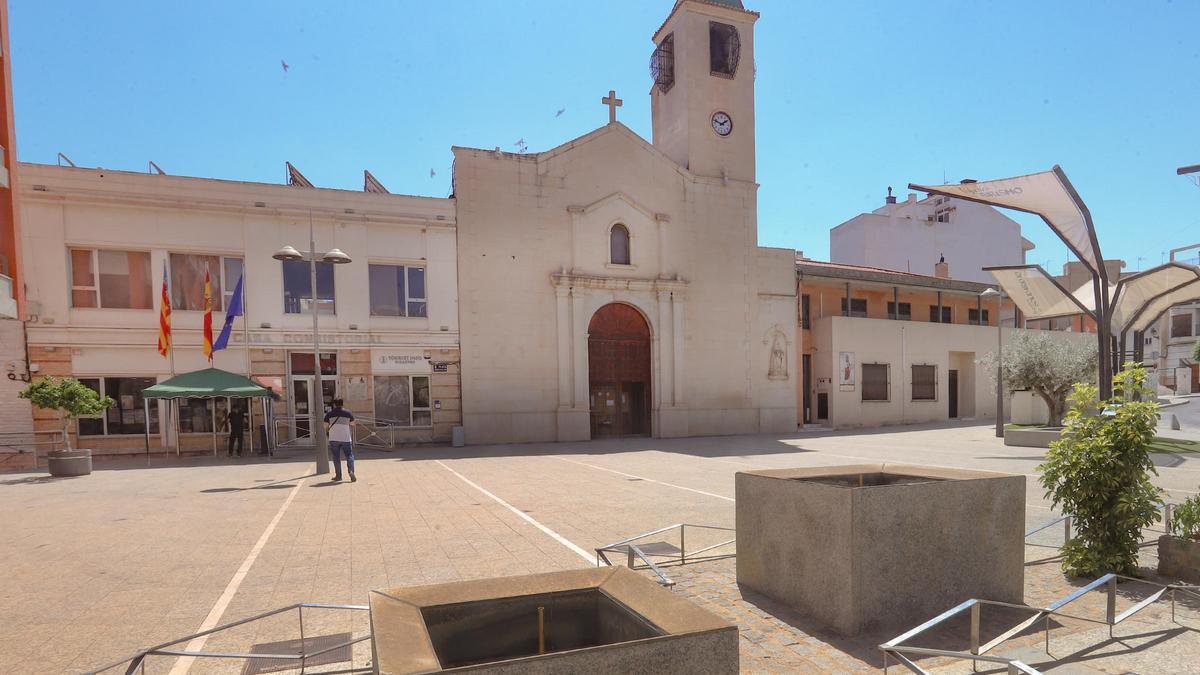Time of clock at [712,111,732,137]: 1:47
